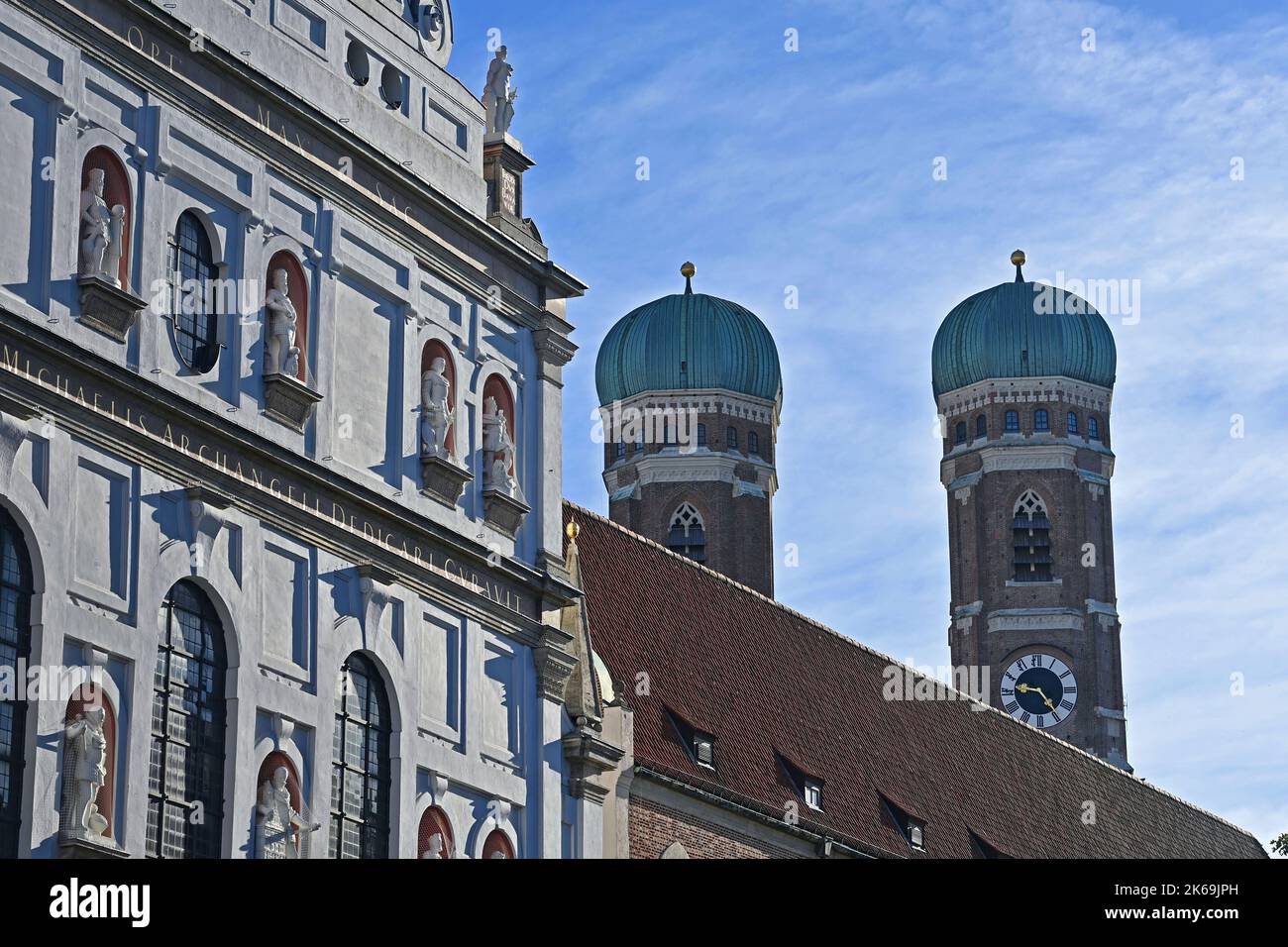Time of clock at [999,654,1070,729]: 9:23
